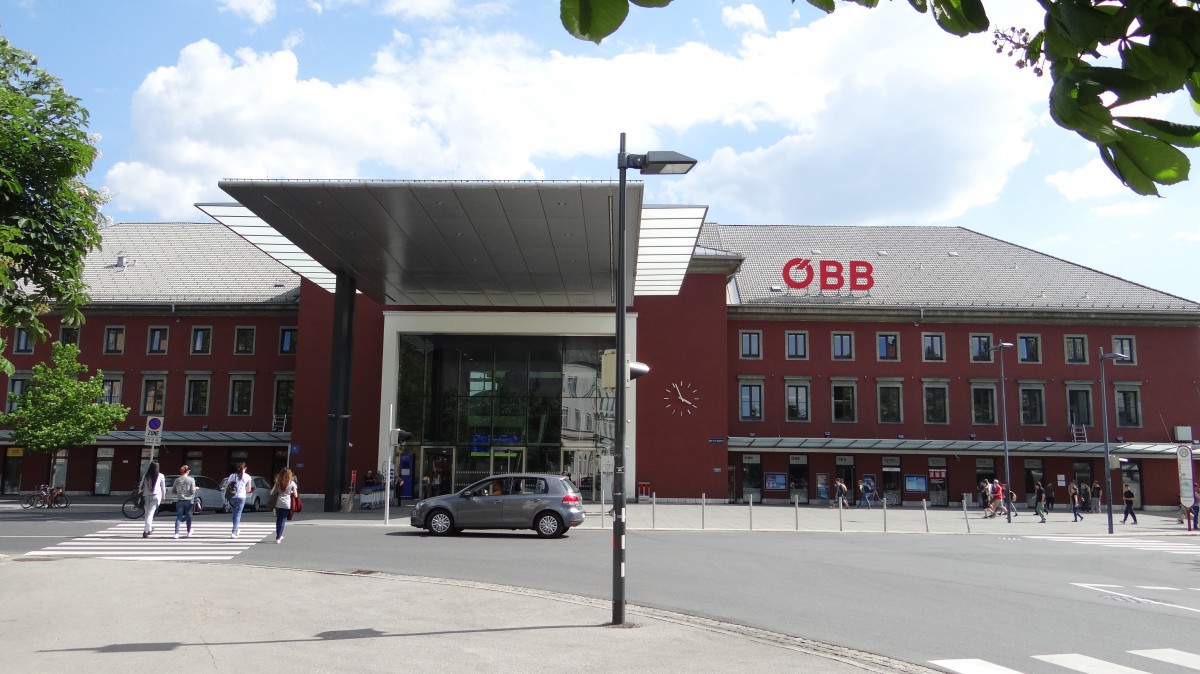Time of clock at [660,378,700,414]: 3:56
